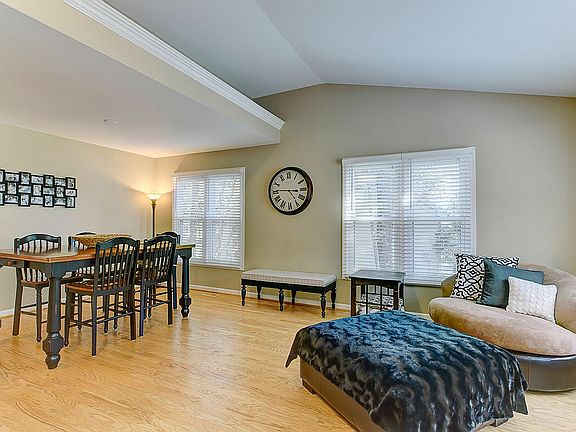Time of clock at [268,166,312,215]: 4:45
